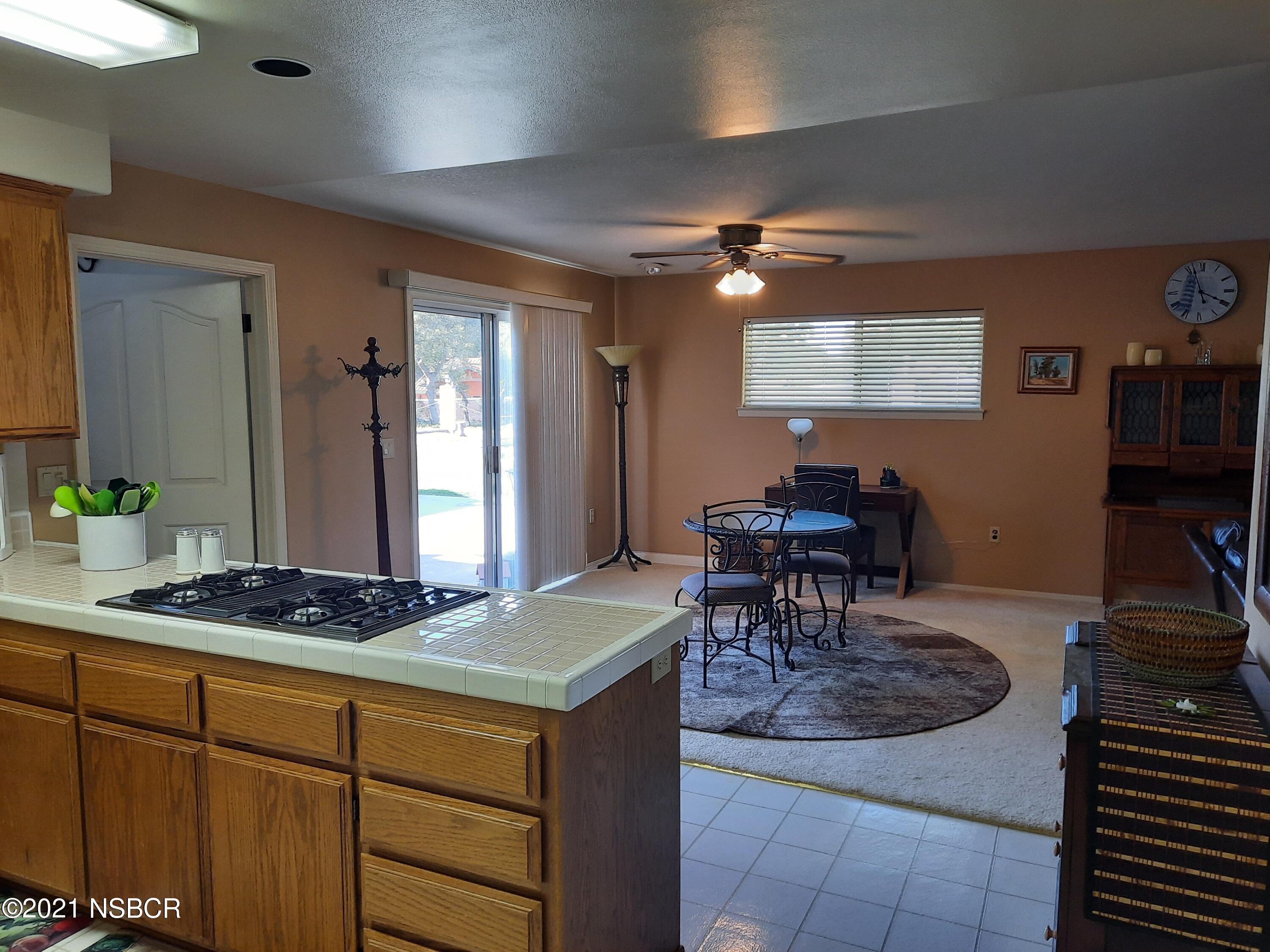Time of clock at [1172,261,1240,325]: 3:56
